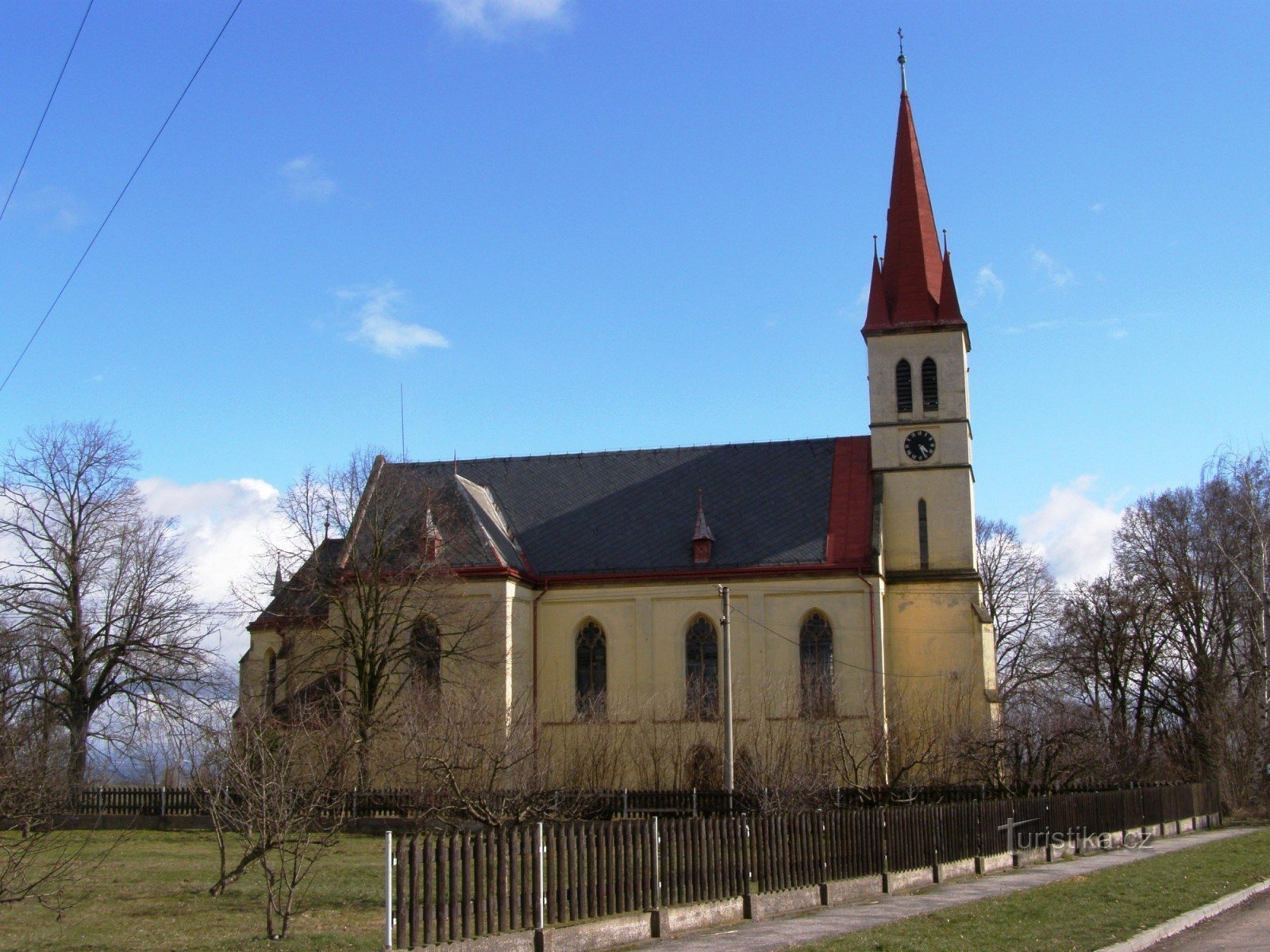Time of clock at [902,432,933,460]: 4:26
